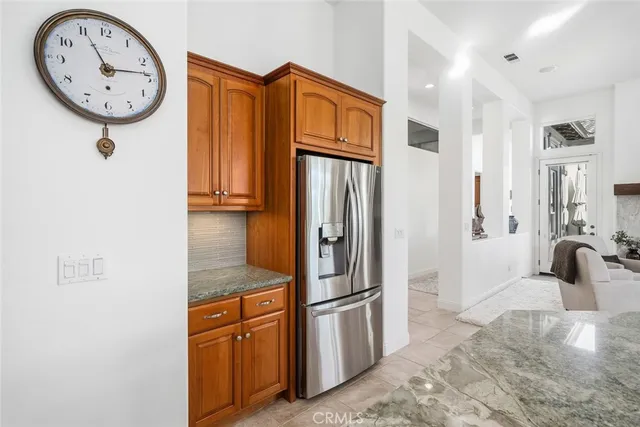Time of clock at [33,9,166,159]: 11:13
